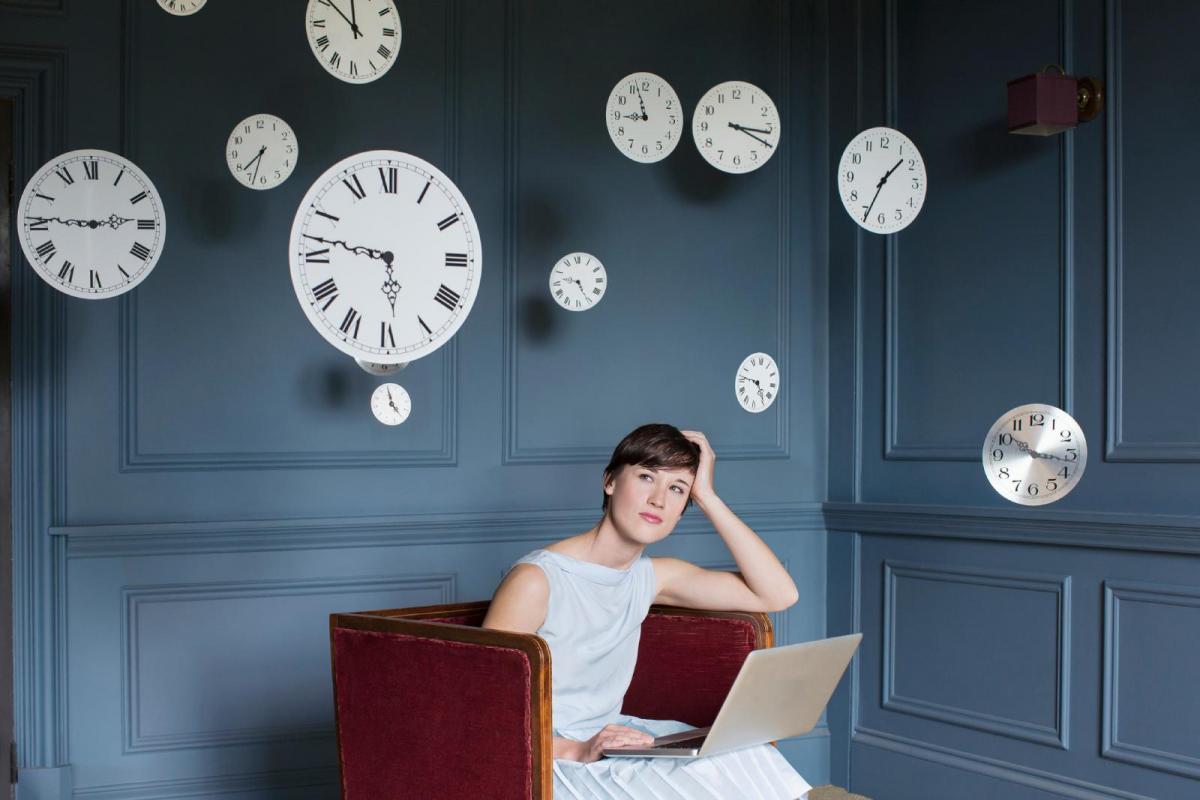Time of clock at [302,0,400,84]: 11:51
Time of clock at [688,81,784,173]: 3:19
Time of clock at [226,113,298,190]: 7:33
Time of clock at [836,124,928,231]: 1:34
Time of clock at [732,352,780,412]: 4:46
